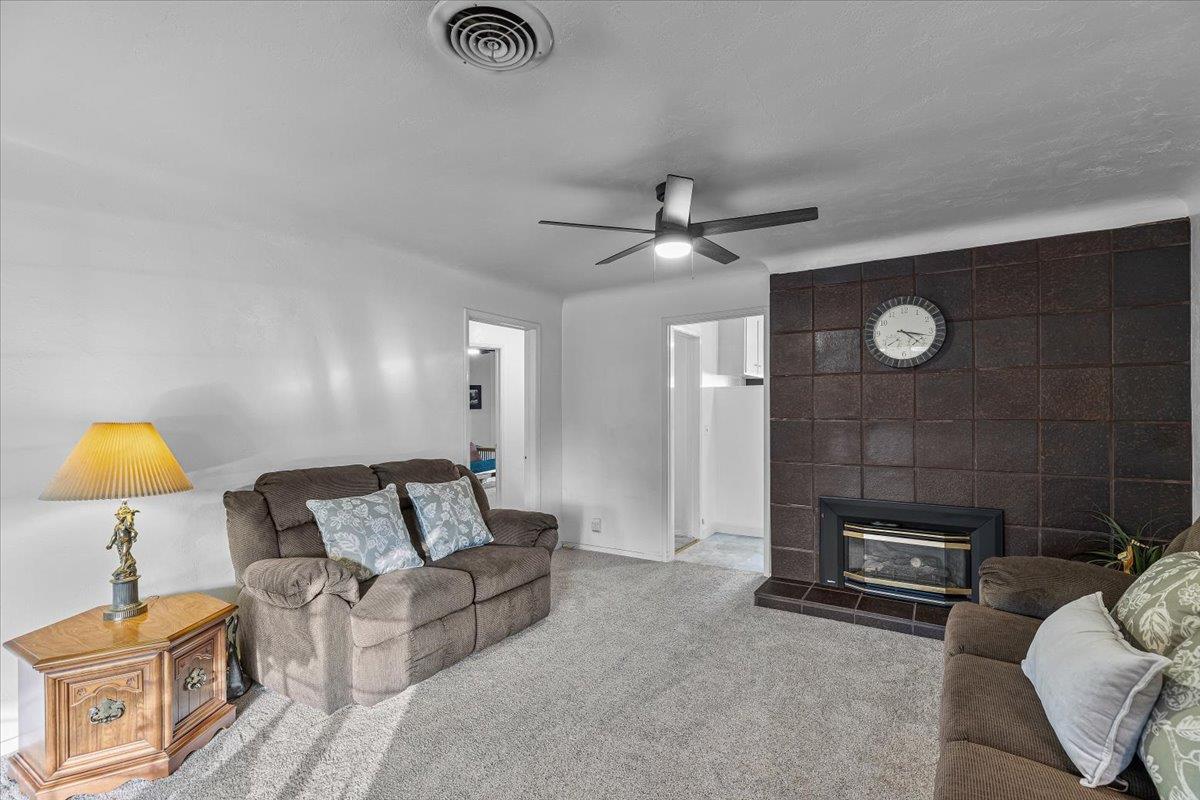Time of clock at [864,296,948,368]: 4:17
